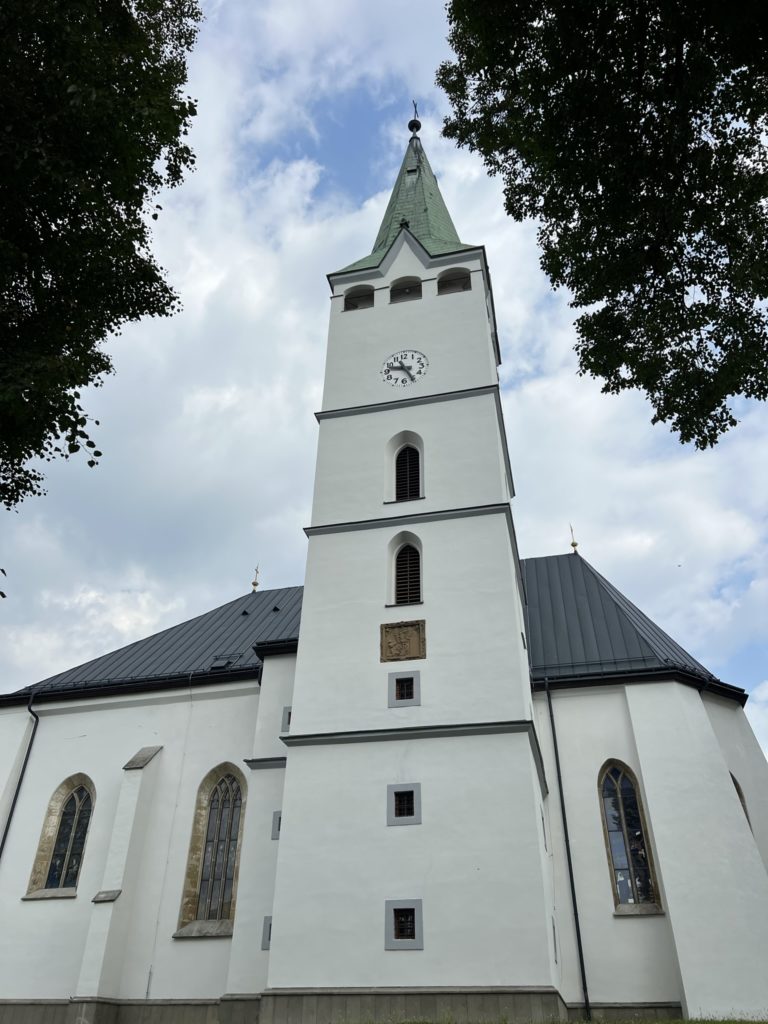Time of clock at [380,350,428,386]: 9:25
